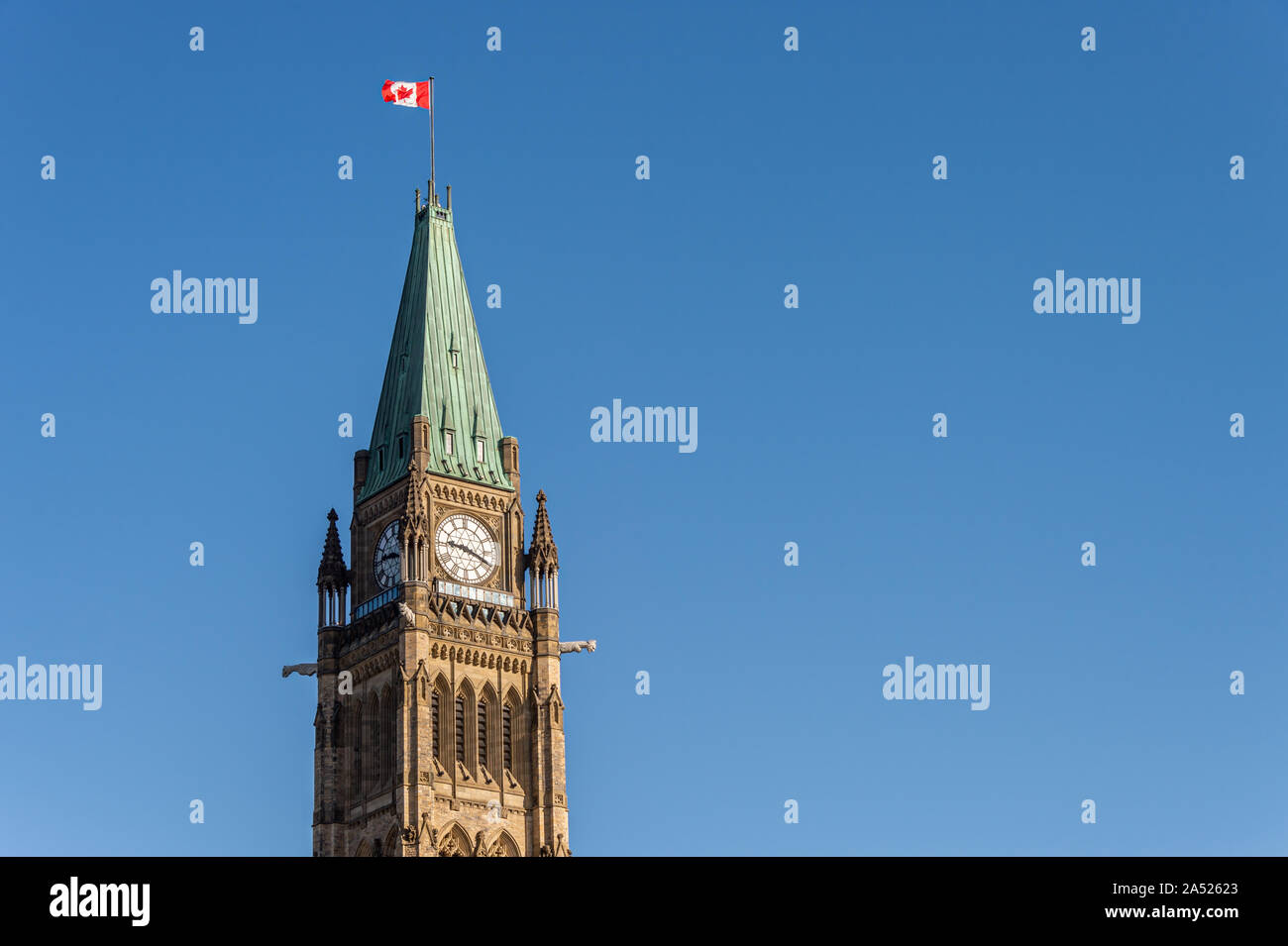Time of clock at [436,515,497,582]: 9:18
